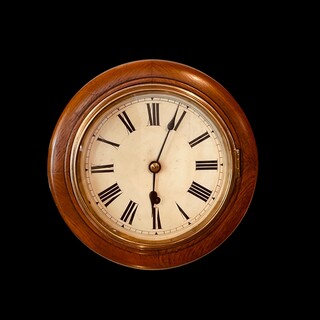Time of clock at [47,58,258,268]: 6:03
